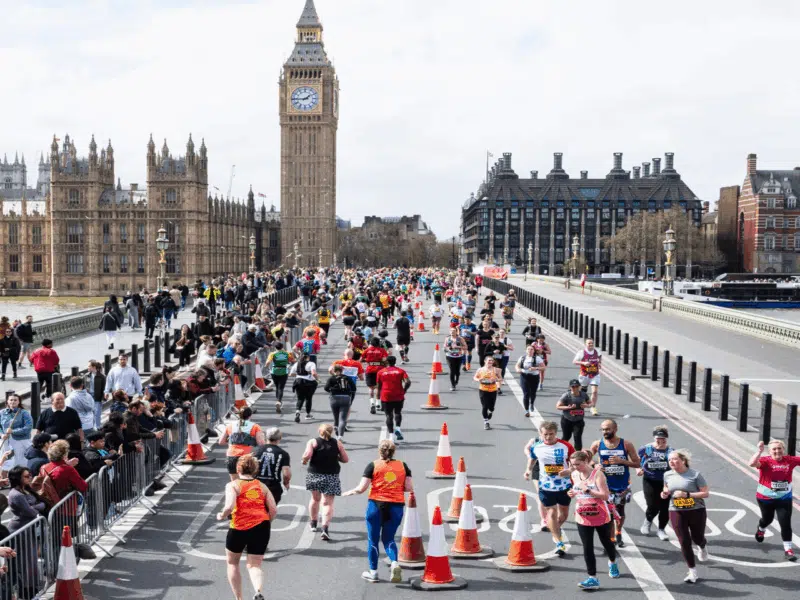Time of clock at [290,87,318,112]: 1:44
